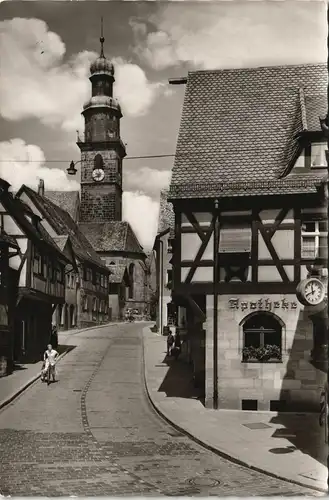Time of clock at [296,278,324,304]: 11:41
